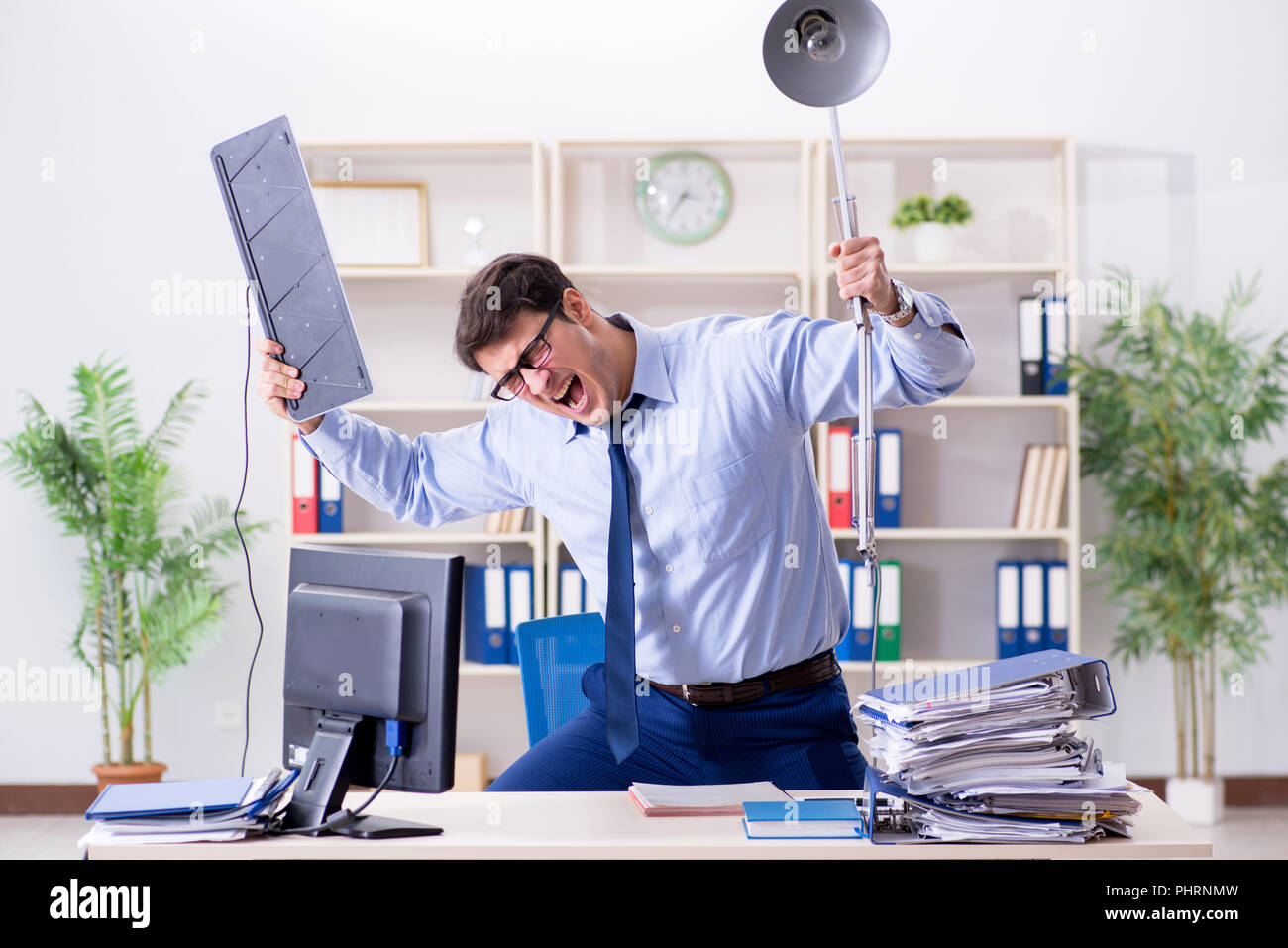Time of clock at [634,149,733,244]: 7:16
